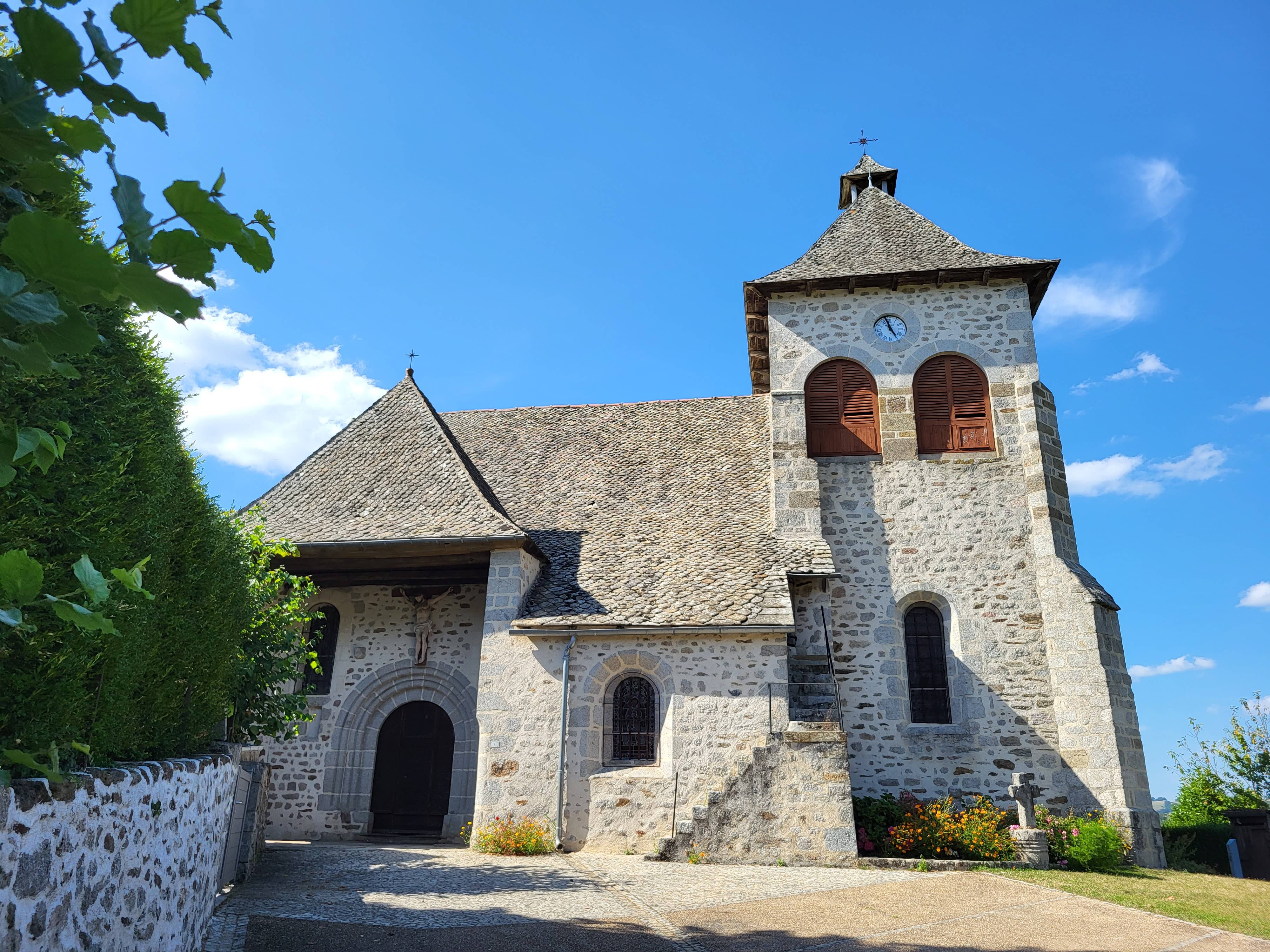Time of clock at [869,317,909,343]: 4:57
